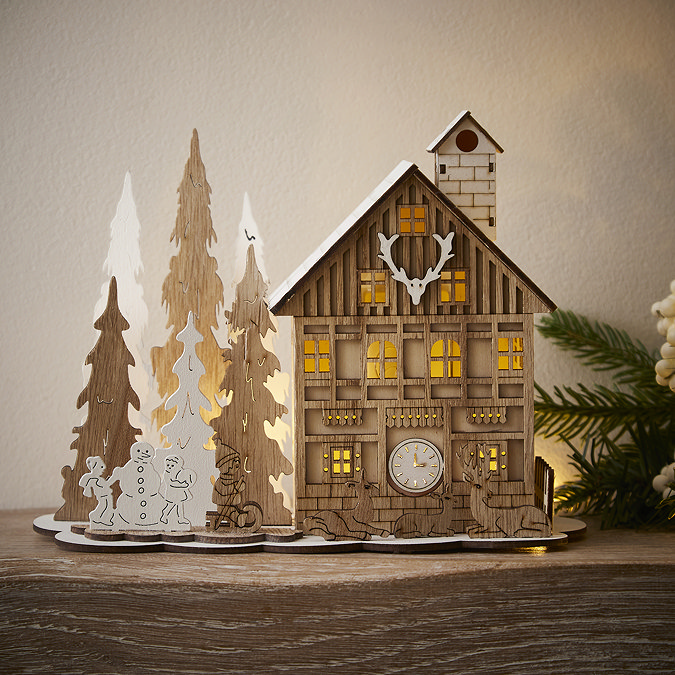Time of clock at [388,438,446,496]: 2:59
